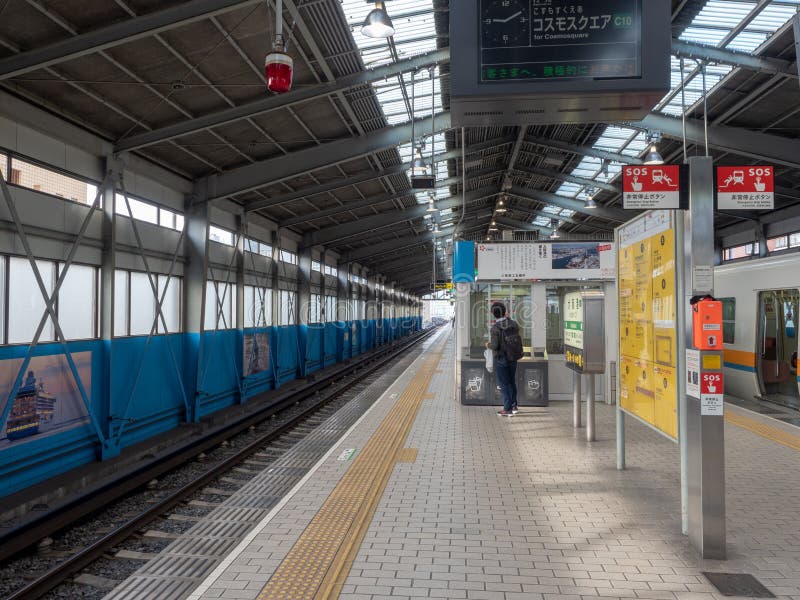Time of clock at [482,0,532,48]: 9:10
